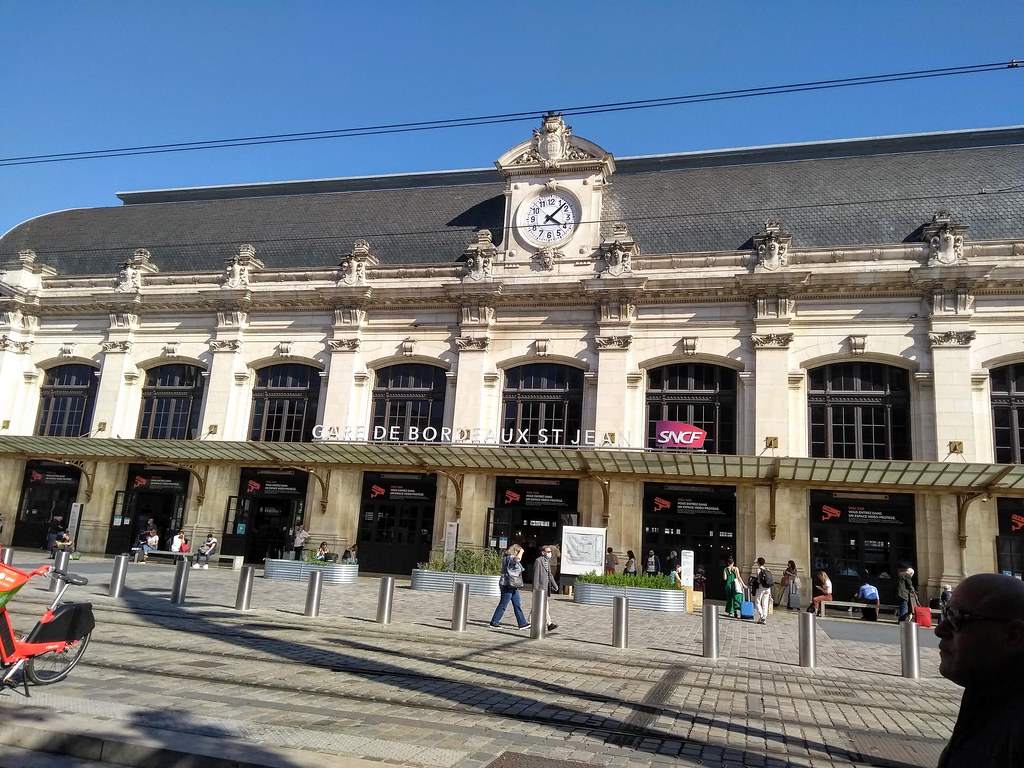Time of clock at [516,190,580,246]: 4:07
